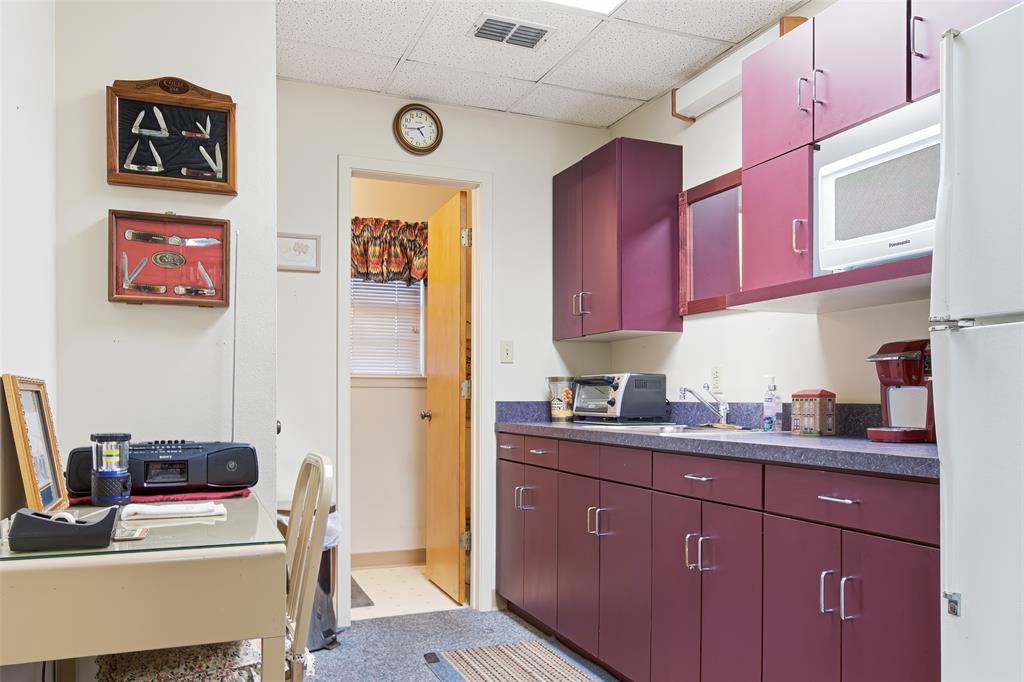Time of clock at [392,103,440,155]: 4:43
